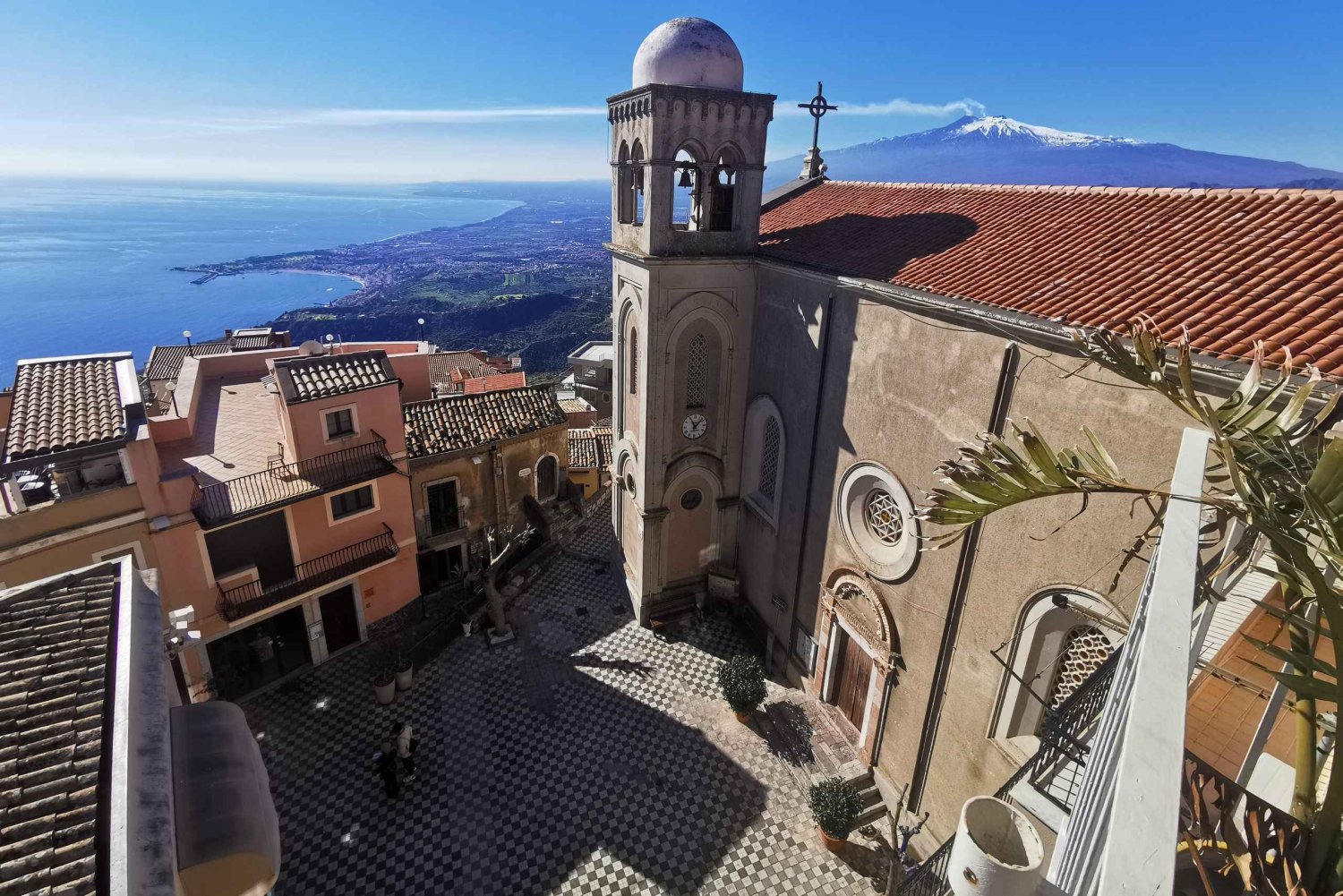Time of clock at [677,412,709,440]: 11:07
